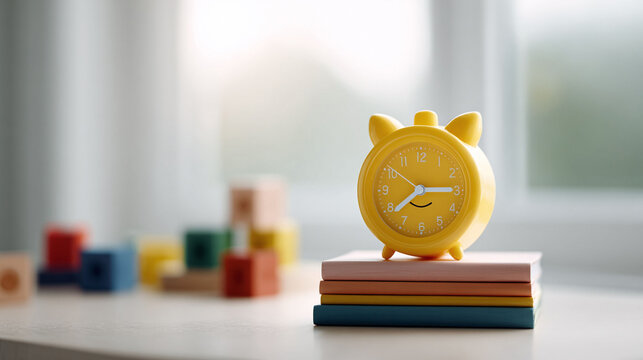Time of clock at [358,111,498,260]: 2:38
